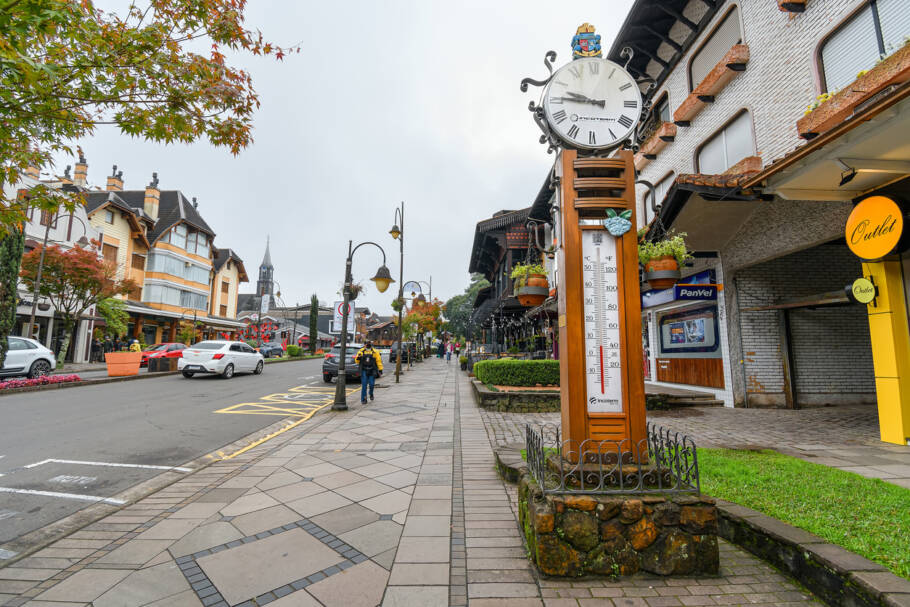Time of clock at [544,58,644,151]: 9:45
